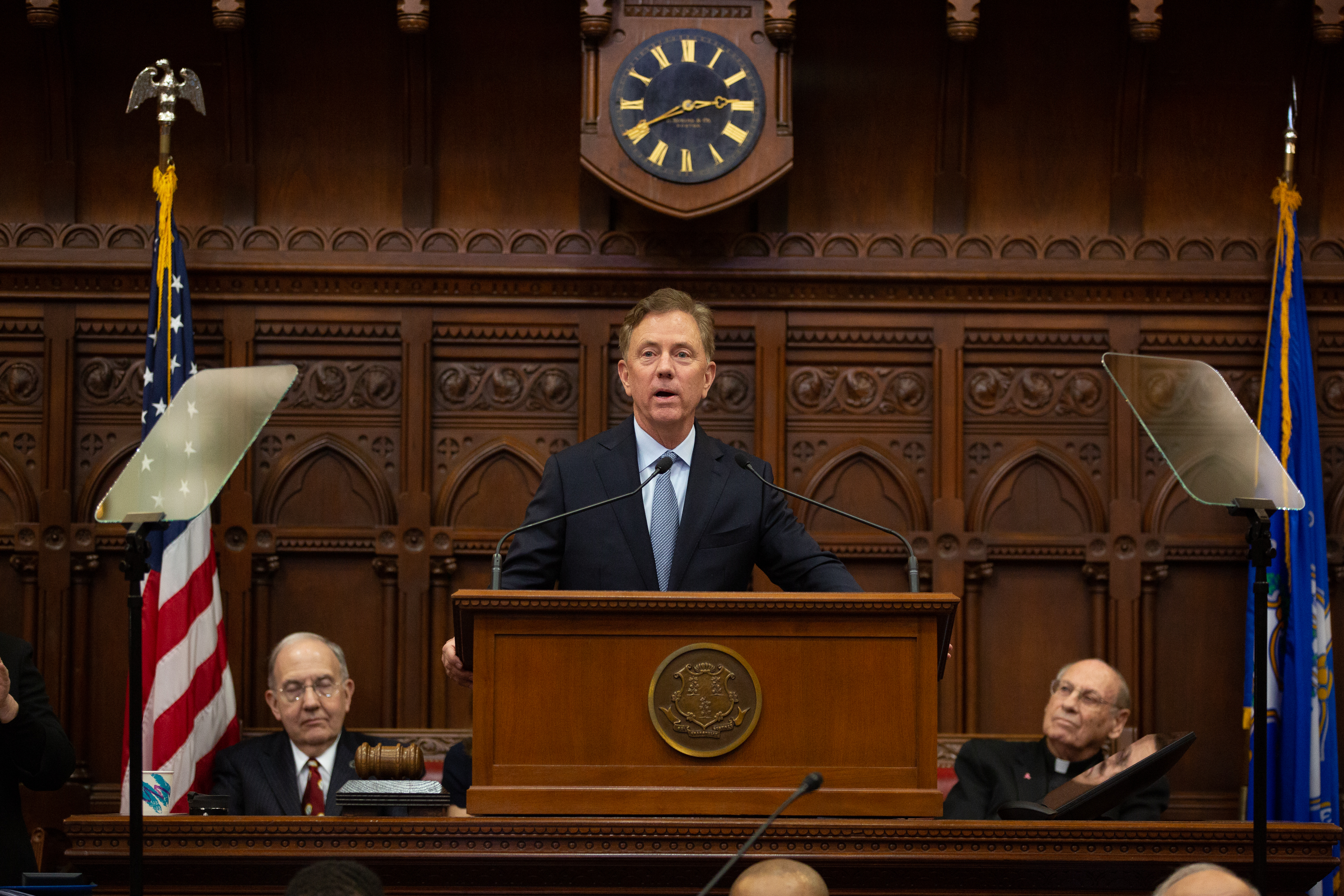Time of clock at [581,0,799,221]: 2:40
